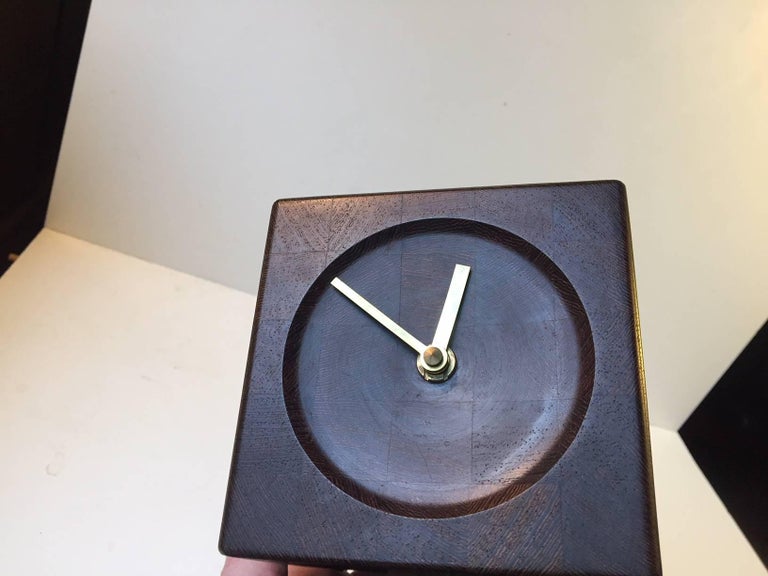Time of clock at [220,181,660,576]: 12:51
